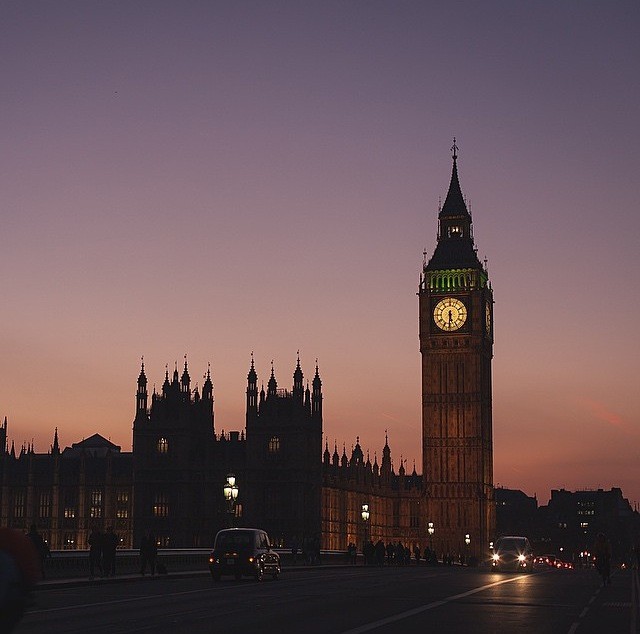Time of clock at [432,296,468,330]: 5:30
